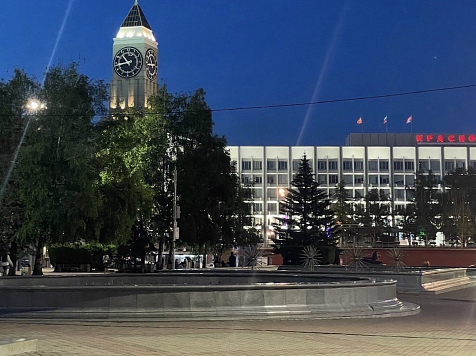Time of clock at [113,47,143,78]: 10:43
